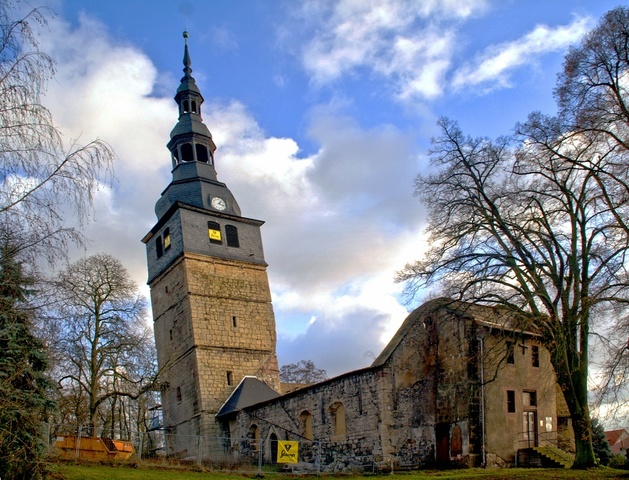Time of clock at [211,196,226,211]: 1:18
